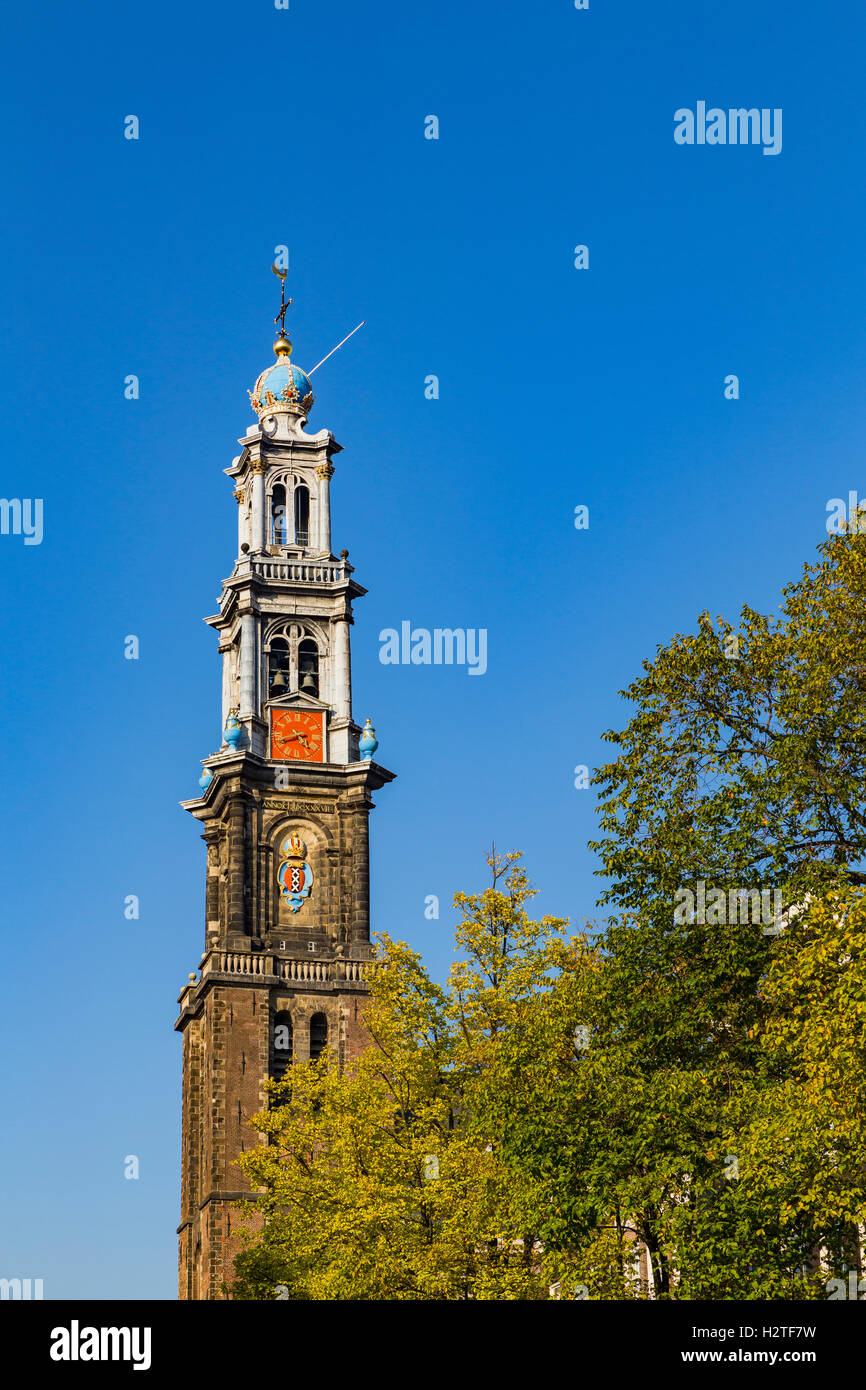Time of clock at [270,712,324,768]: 4:42
